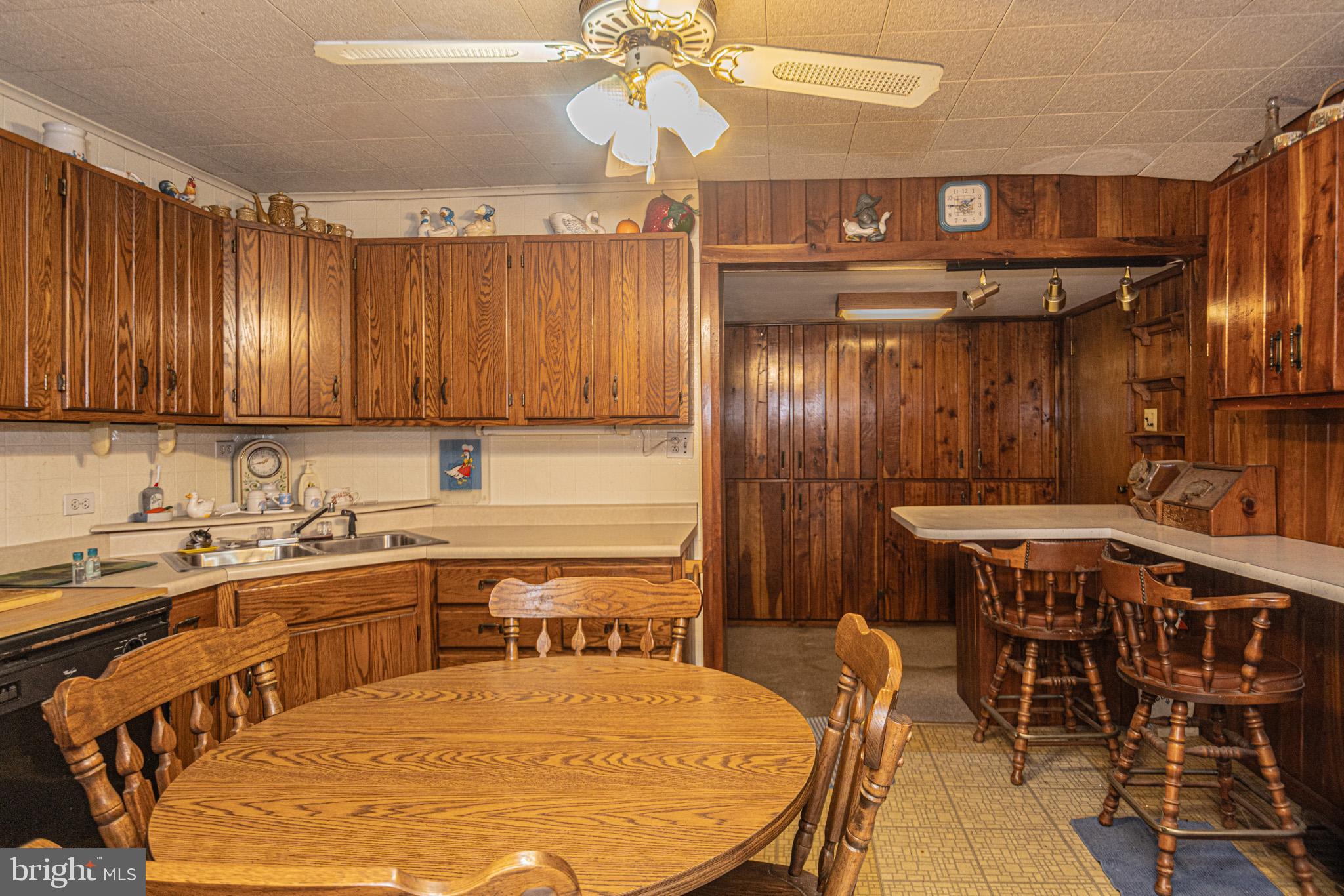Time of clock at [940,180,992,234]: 1:45
